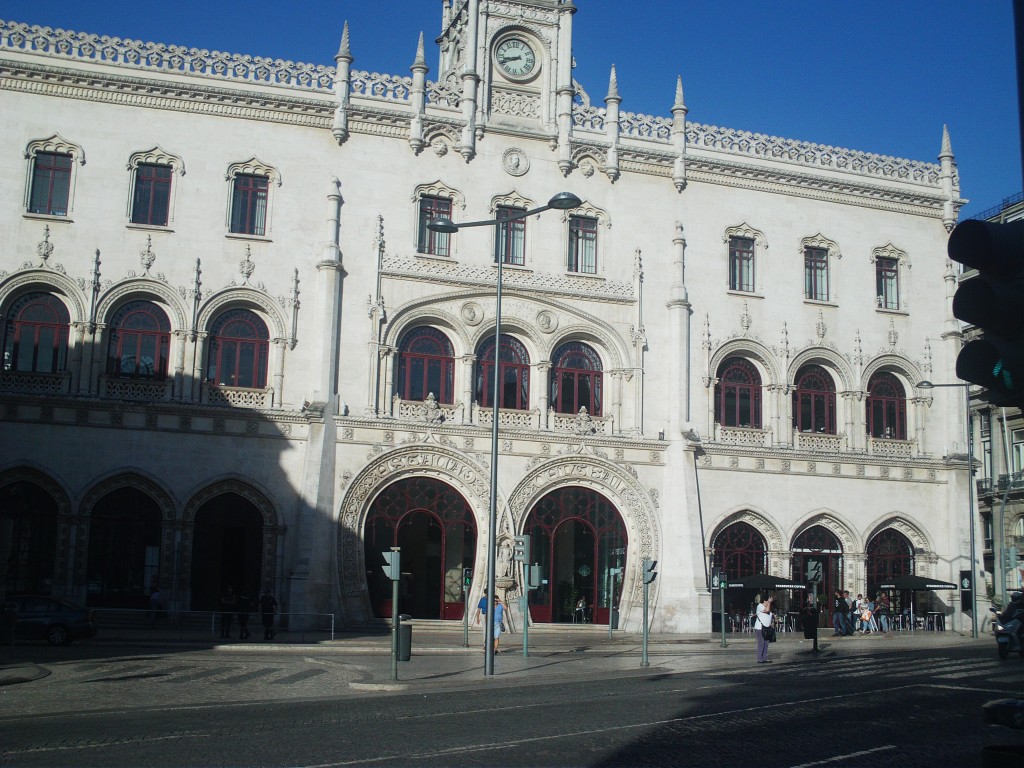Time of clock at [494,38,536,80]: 8:41
